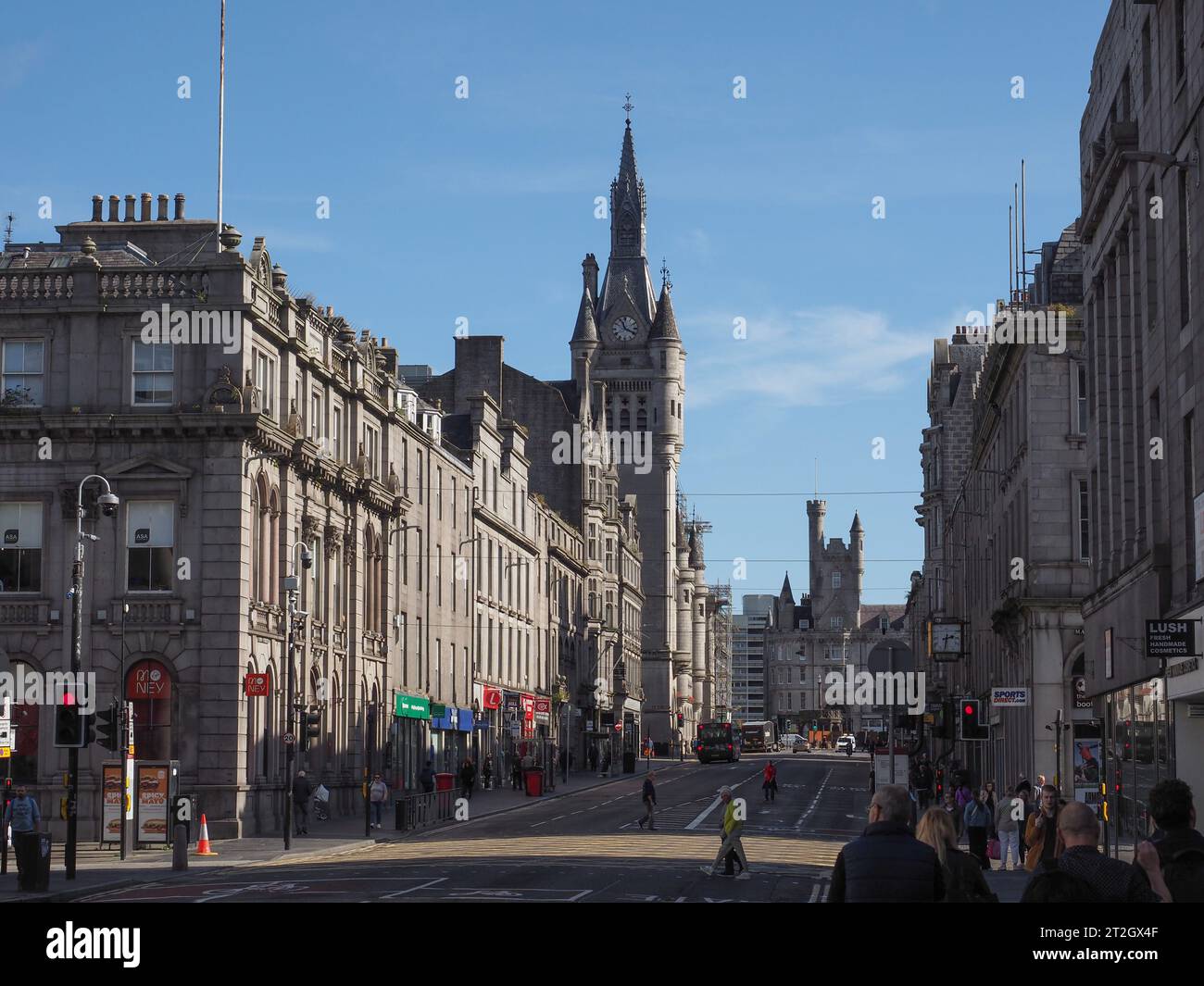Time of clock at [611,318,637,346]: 11:19
